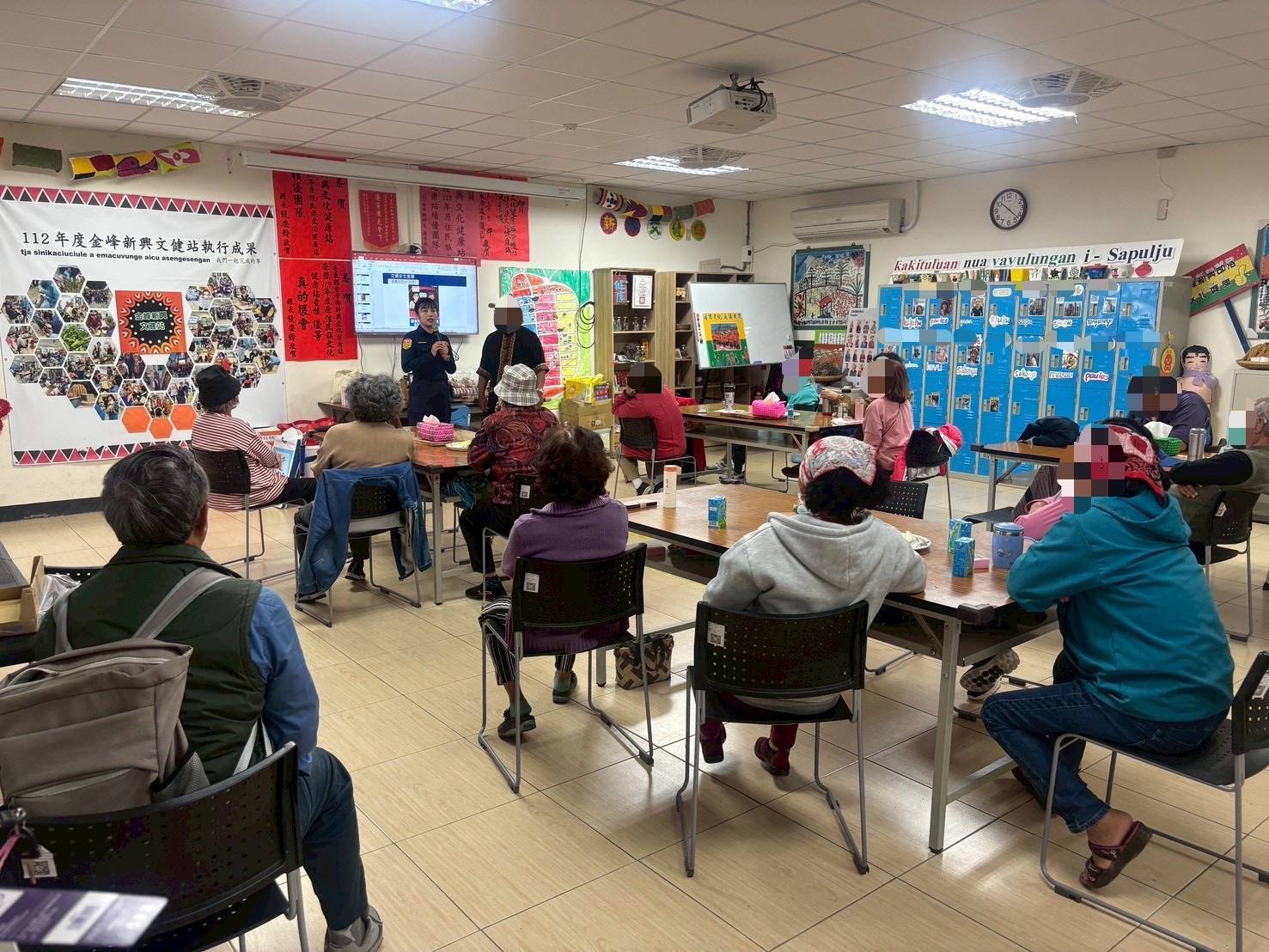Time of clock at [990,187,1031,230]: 10:22
